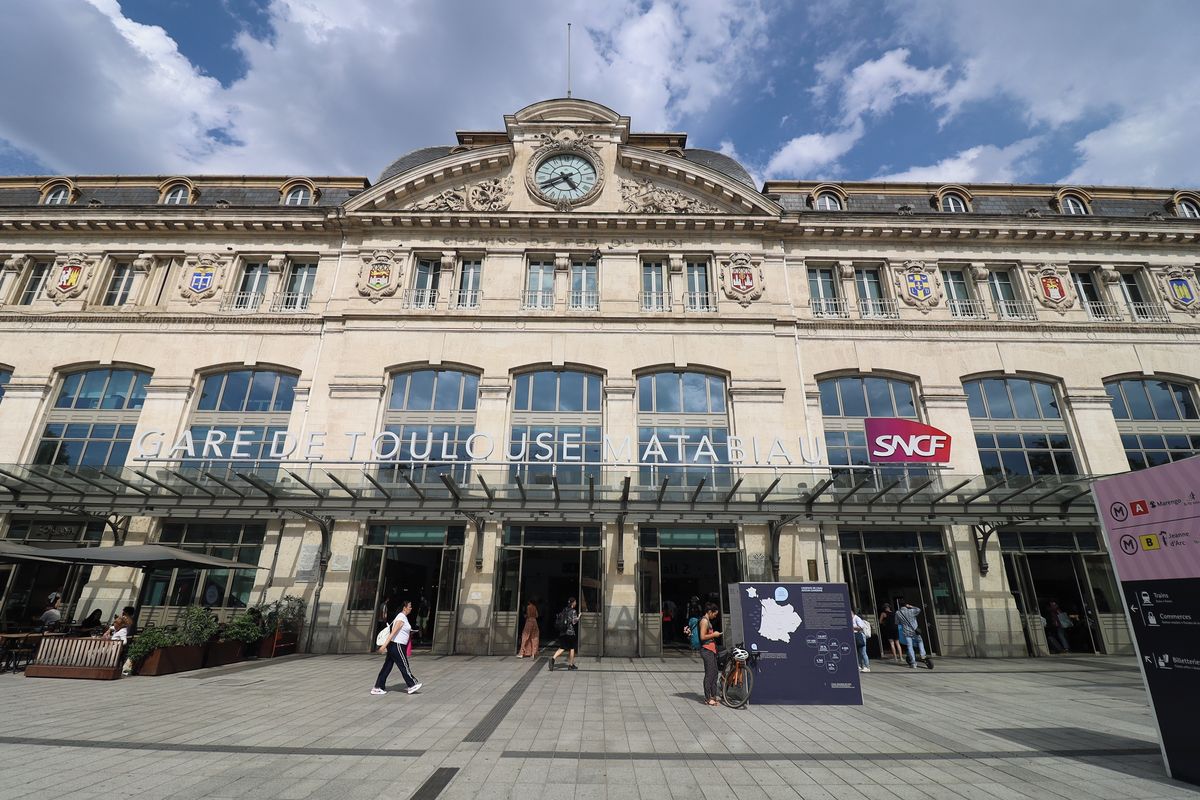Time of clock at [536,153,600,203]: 4:40
